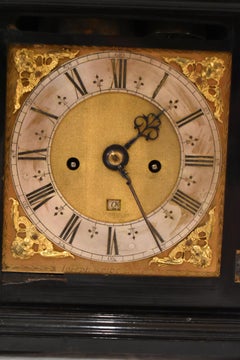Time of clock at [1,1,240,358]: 1:24
